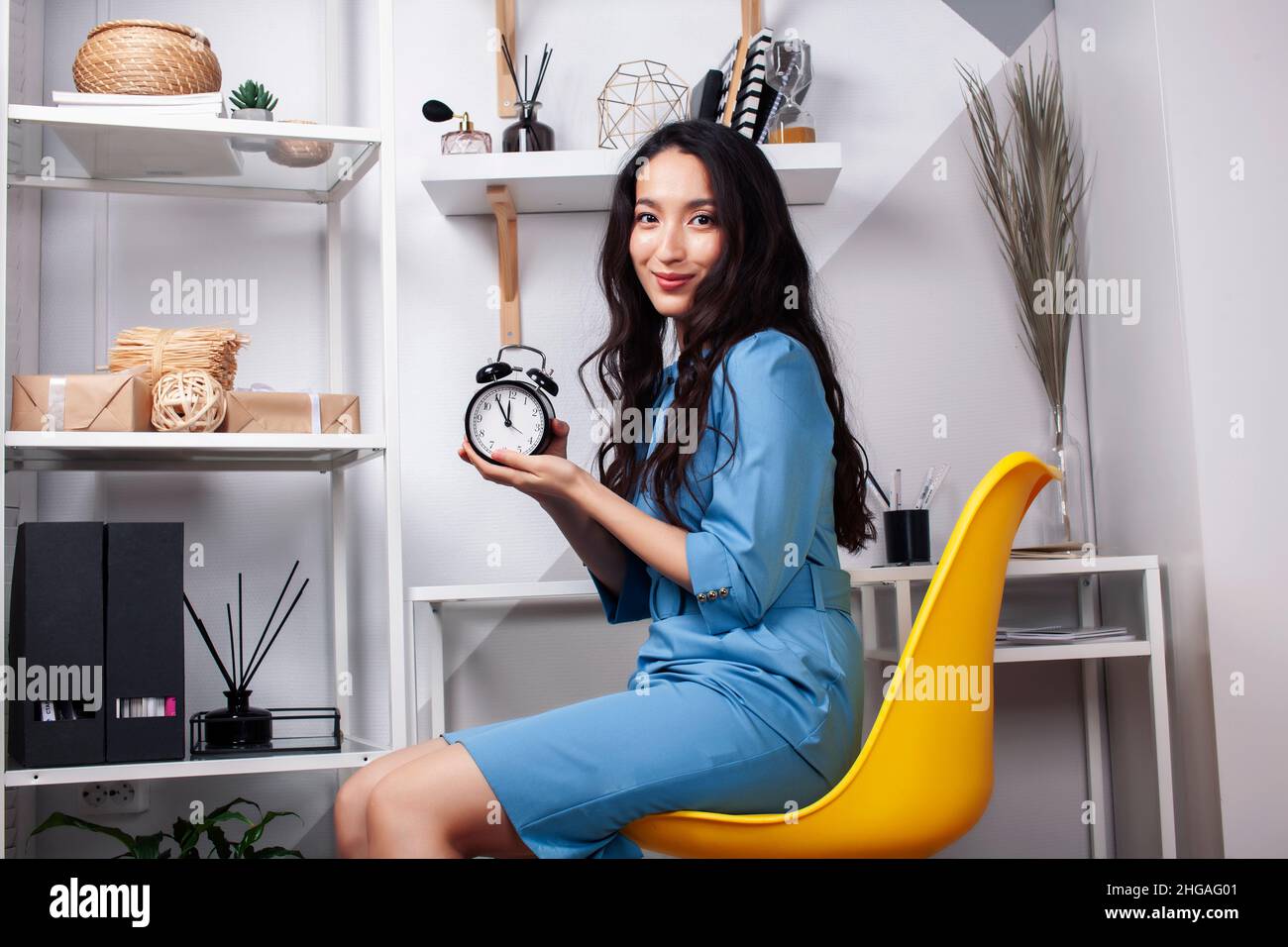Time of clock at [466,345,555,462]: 11:54
